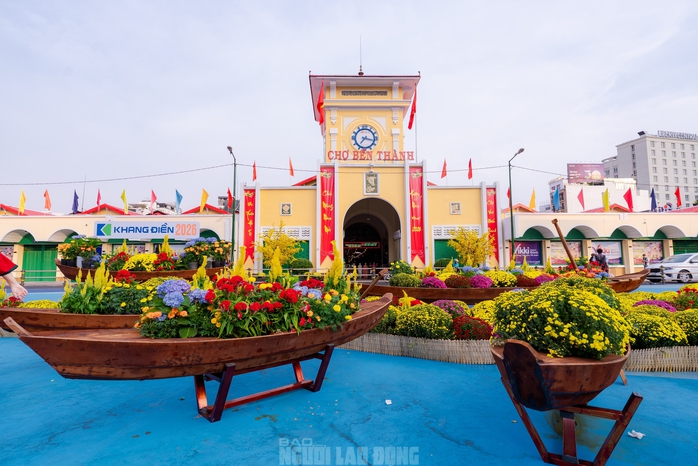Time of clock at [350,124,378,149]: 7:17
